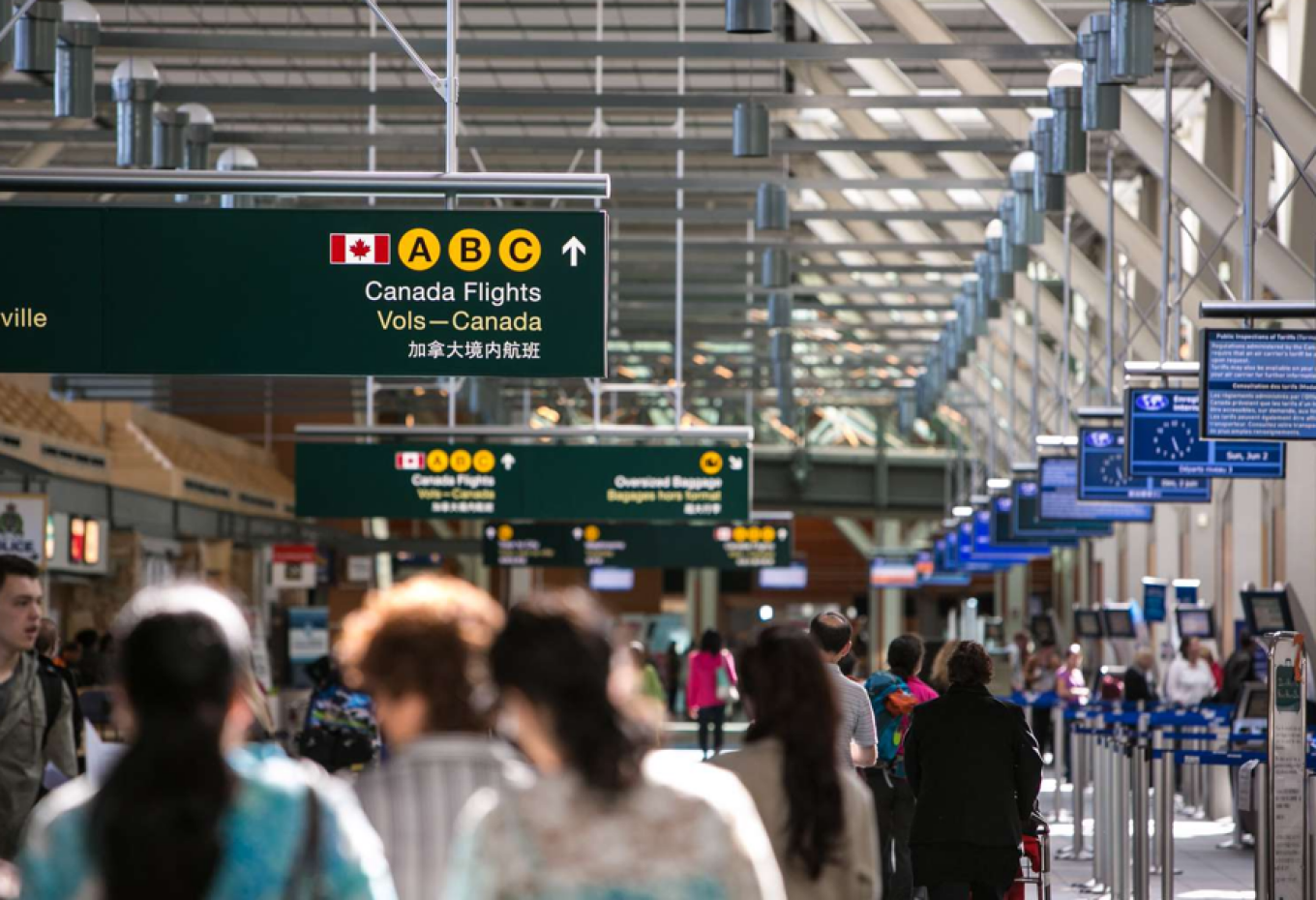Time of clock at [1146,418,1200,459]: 5:26
